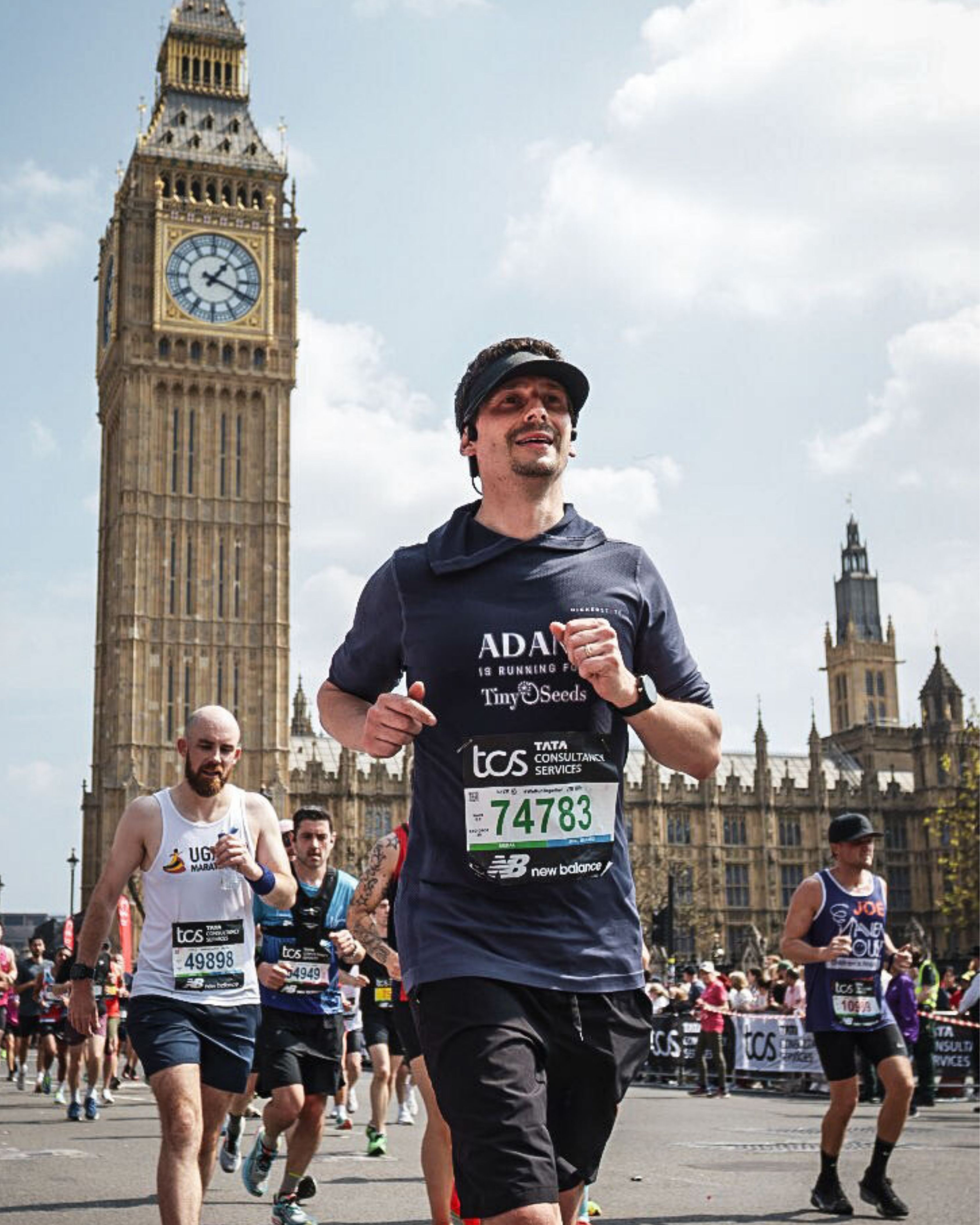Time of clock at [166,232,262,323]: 1:18
